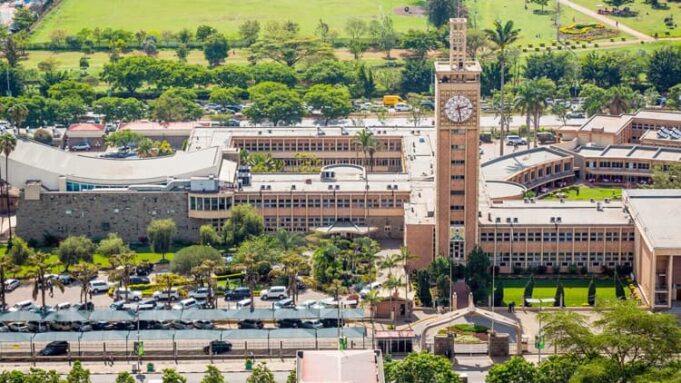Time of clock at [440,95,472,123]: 2:28
